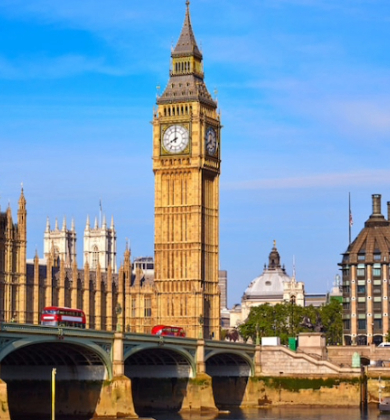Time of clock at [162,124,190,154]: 7:59
